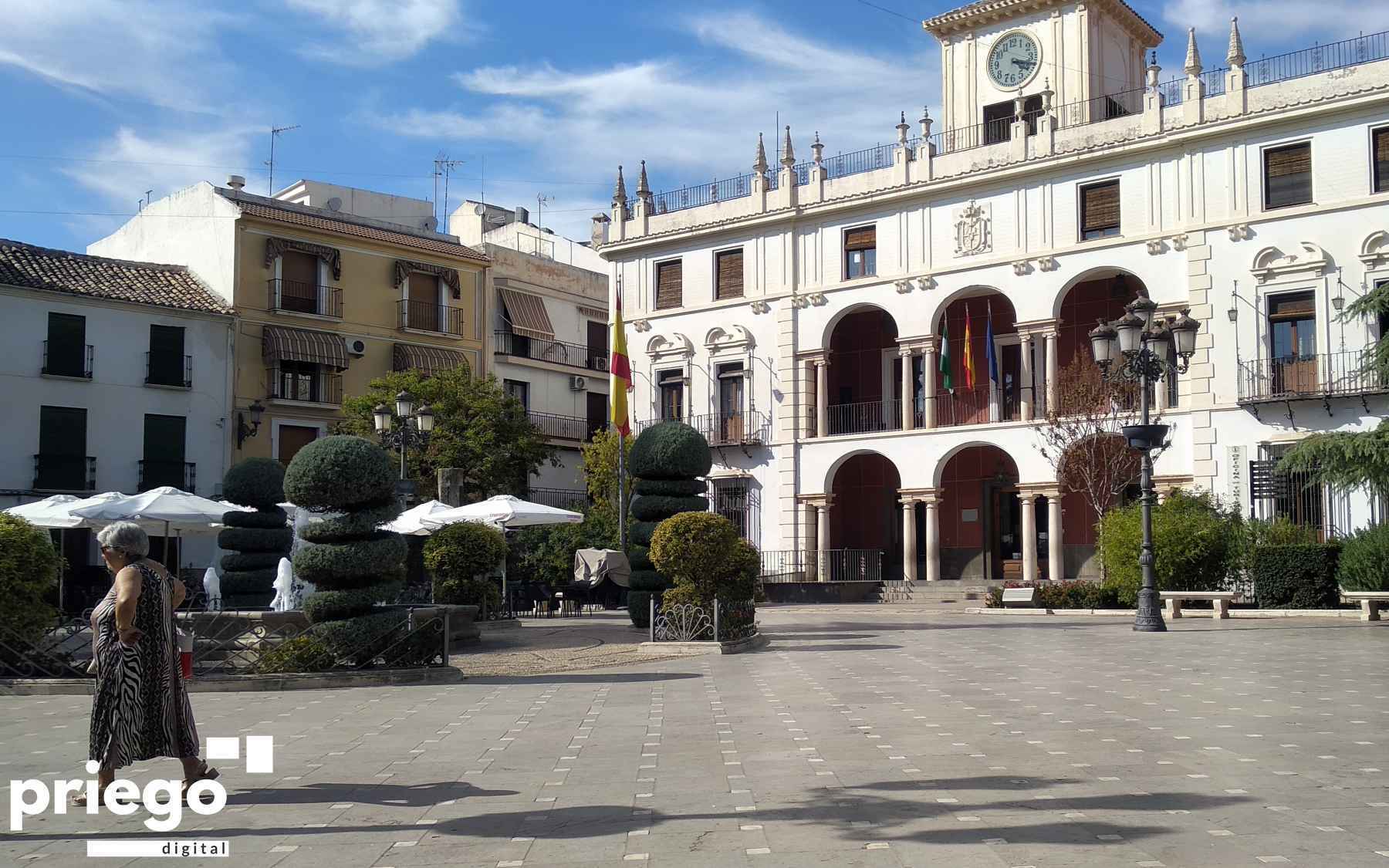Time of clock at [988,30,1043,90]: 4:18
